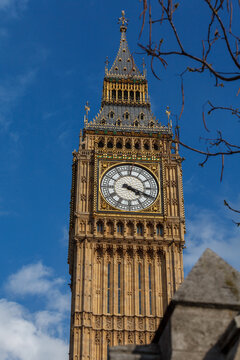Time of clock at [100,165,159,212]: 4:18
